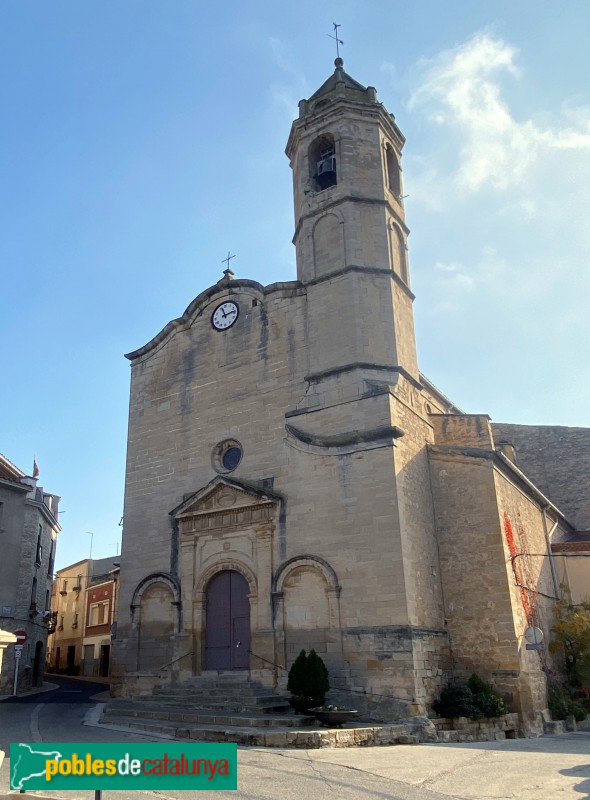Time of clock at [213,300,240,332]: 11:13
